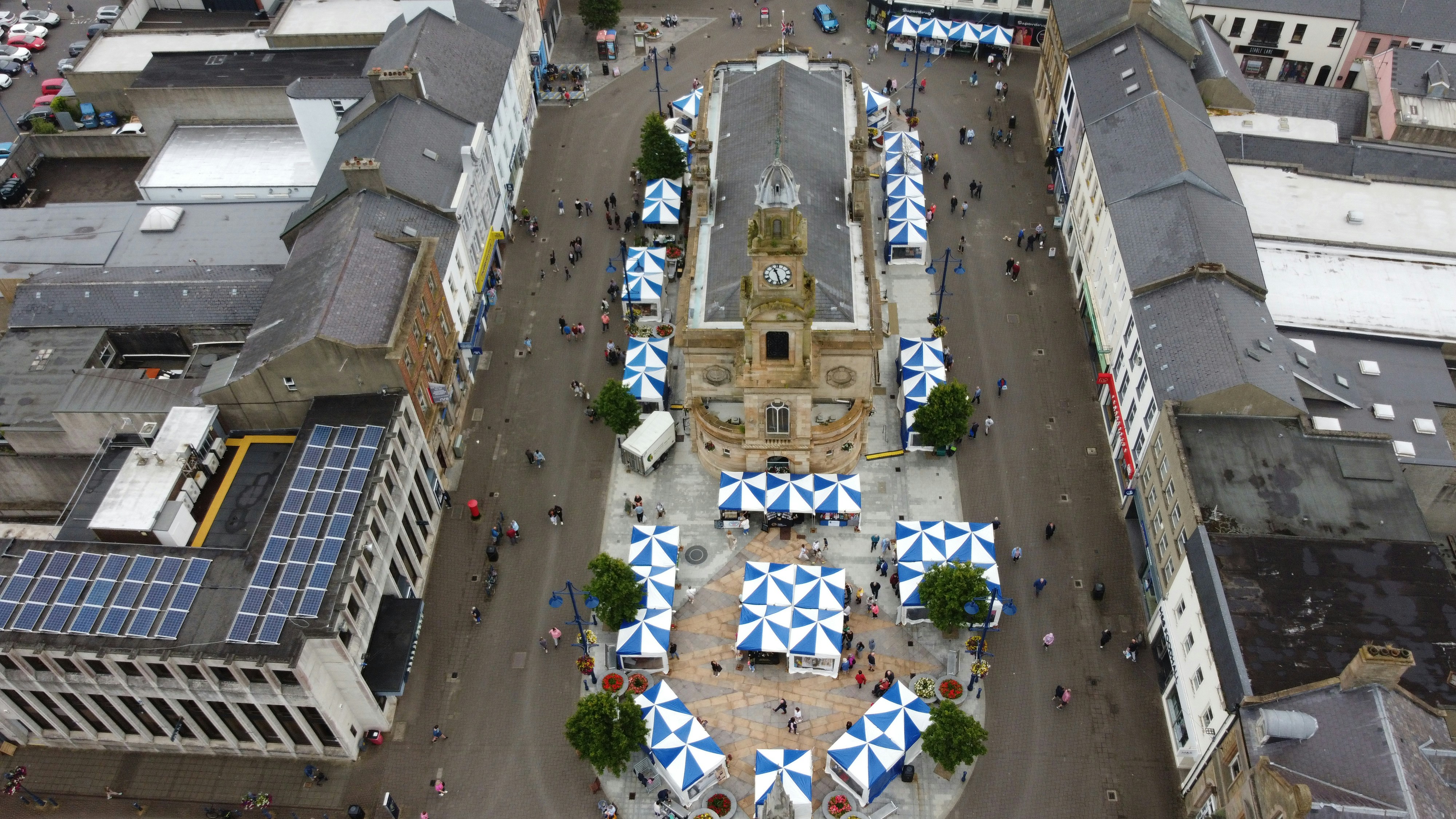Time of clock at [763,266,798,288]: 11:28
